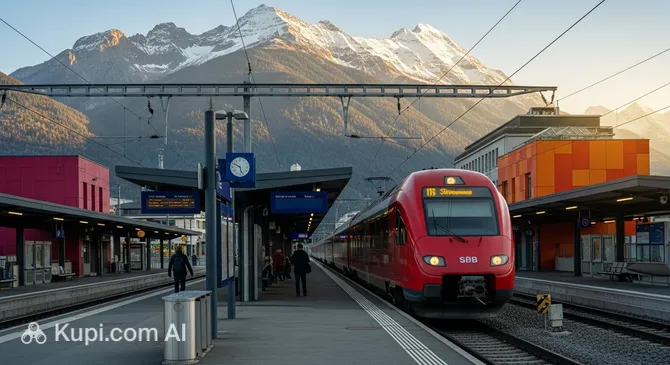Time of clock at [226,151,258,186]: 5:49
